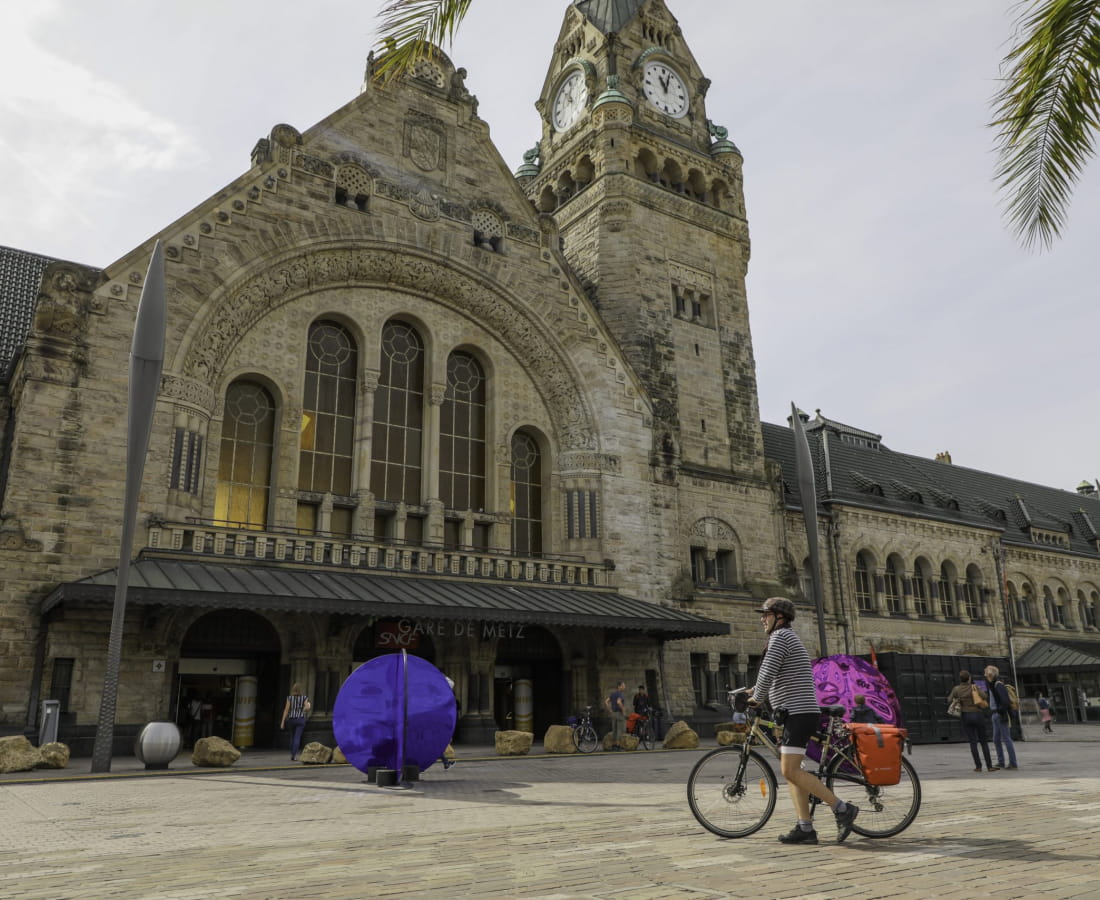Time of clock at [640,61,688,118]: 11:03
